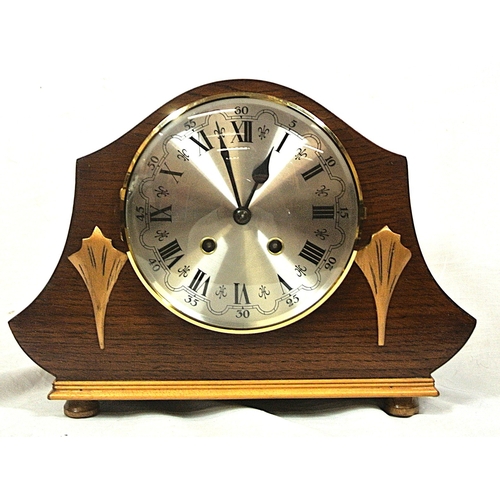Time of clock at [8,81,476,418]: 12:57
